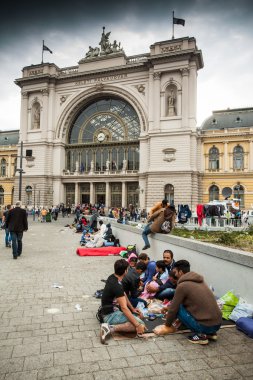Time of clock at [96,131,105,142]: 8:17
